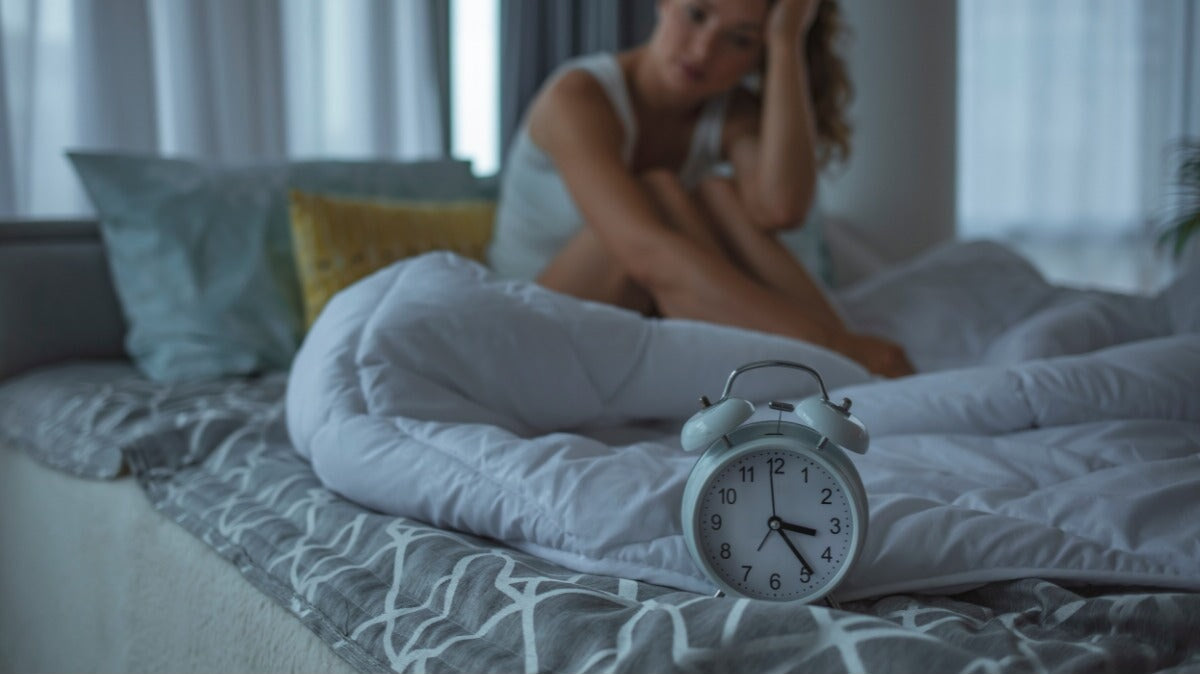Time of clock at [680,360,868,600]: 3:23
